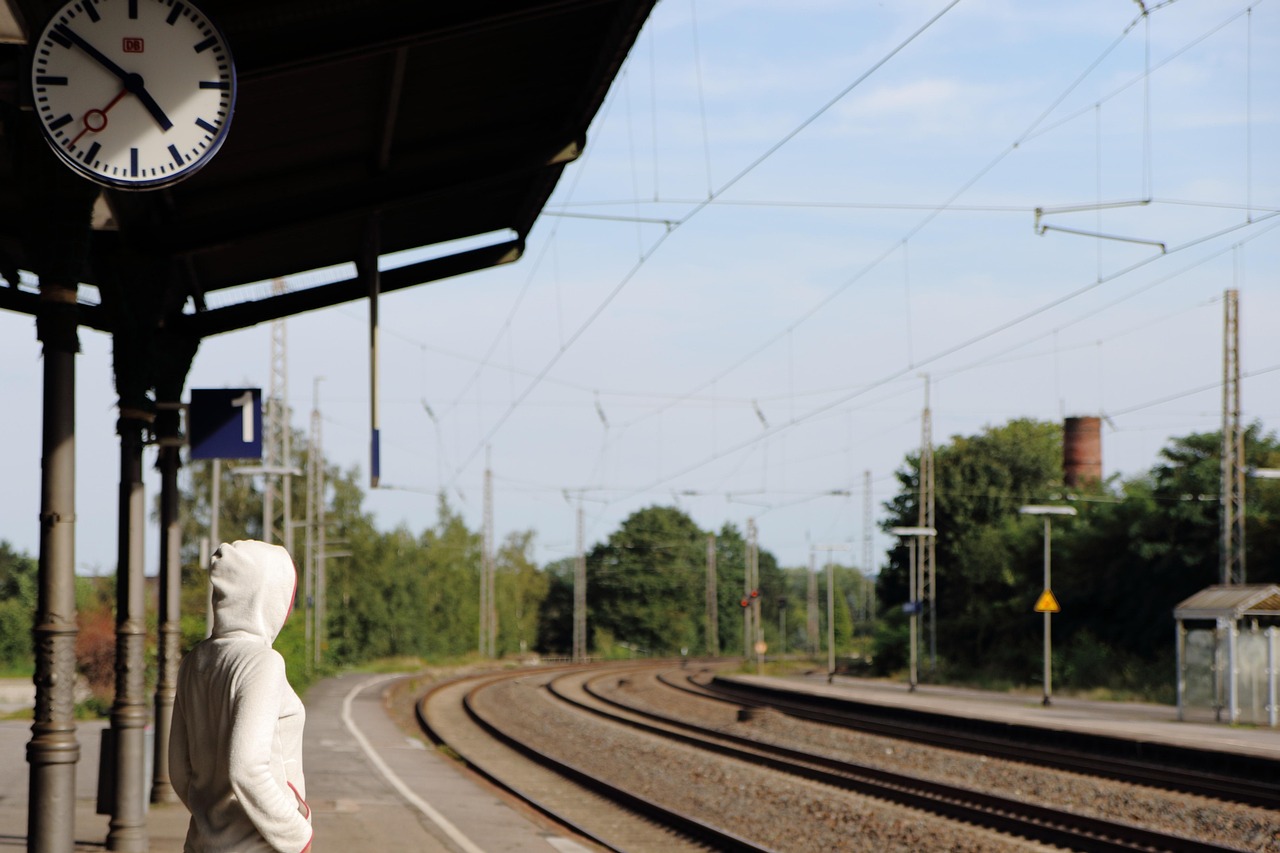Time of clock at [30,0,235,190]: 4:51
